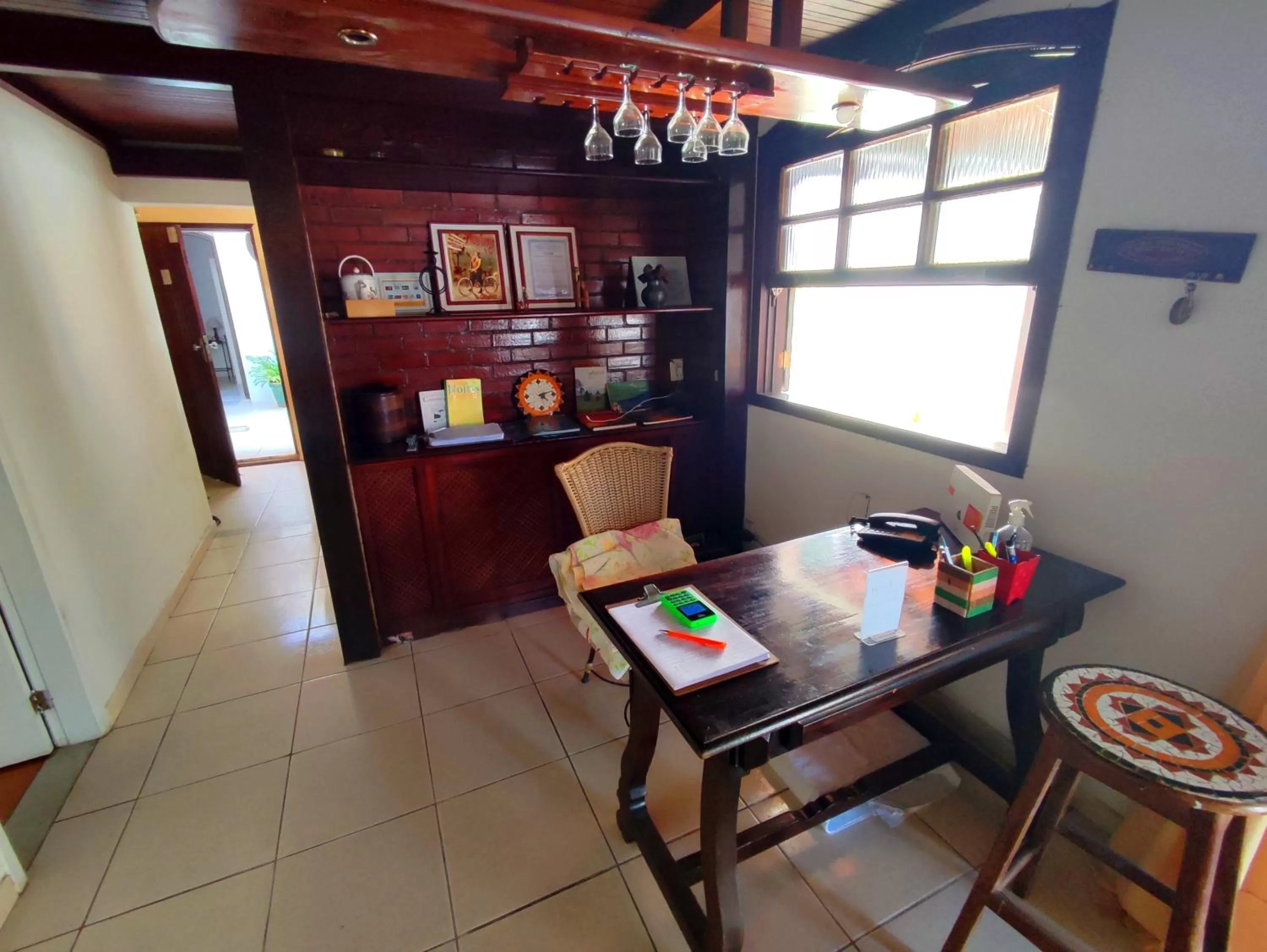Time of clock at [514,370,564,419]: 4:12
